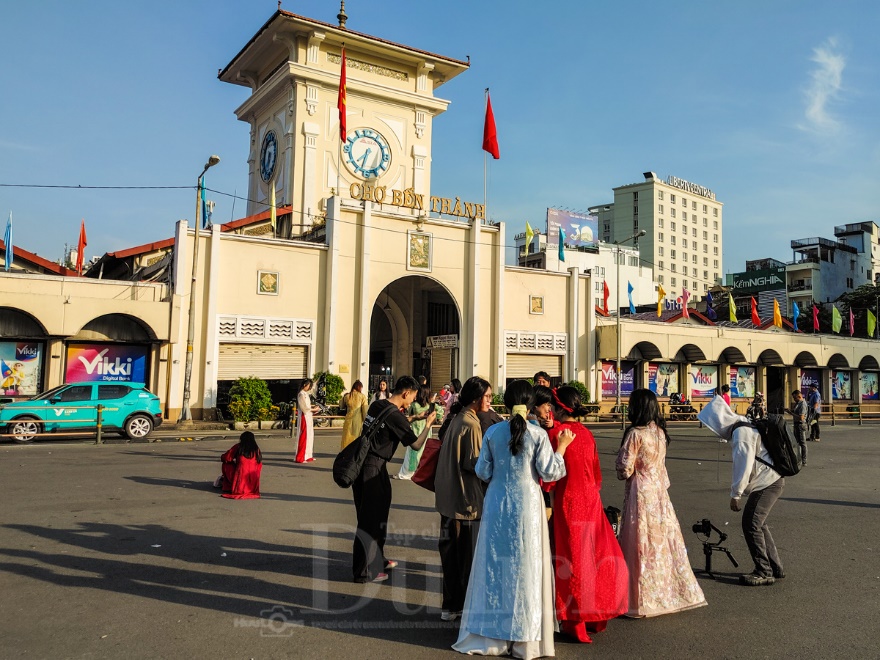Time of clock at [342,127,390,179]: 7:32
